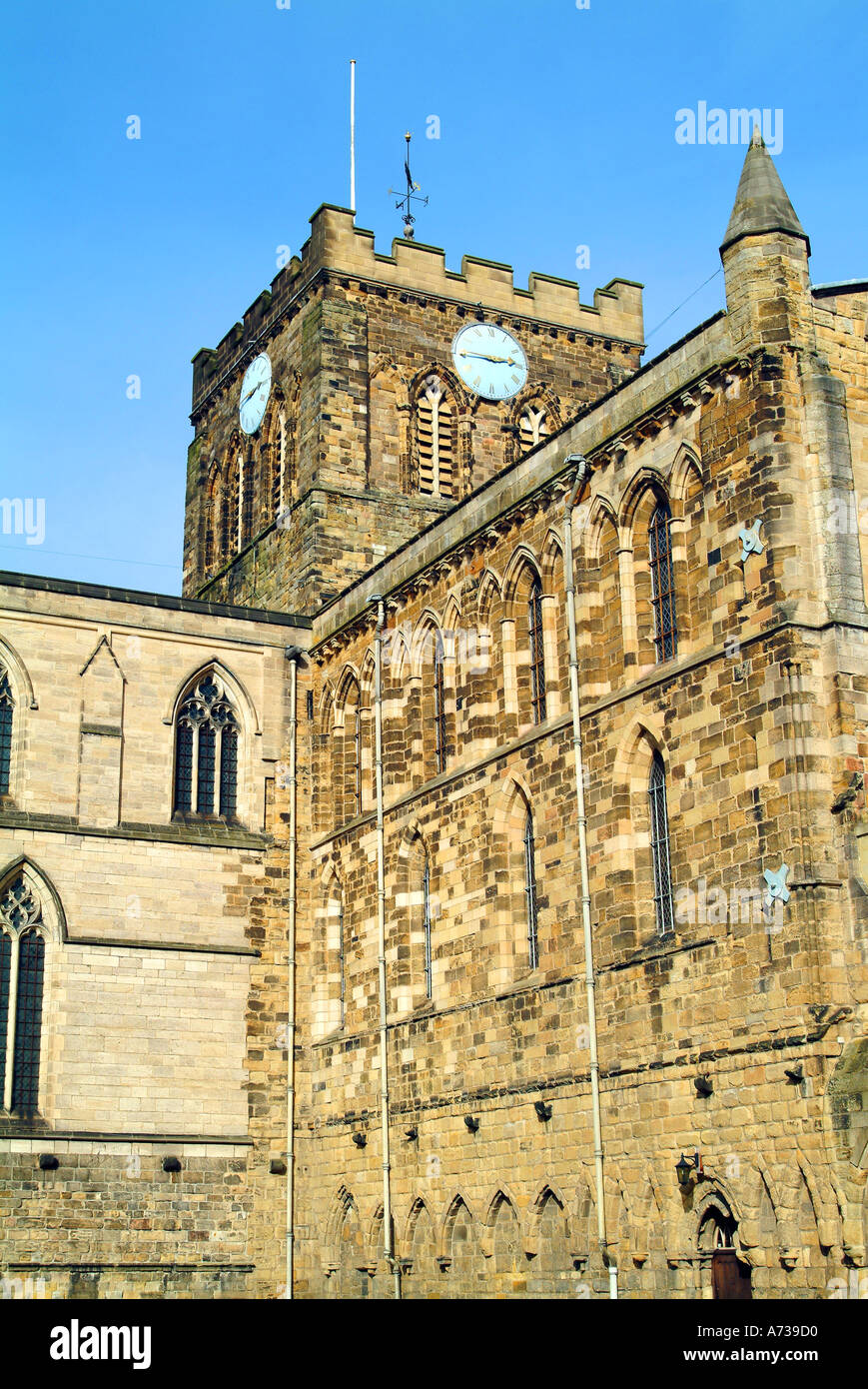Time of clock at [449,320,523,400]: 2:45
